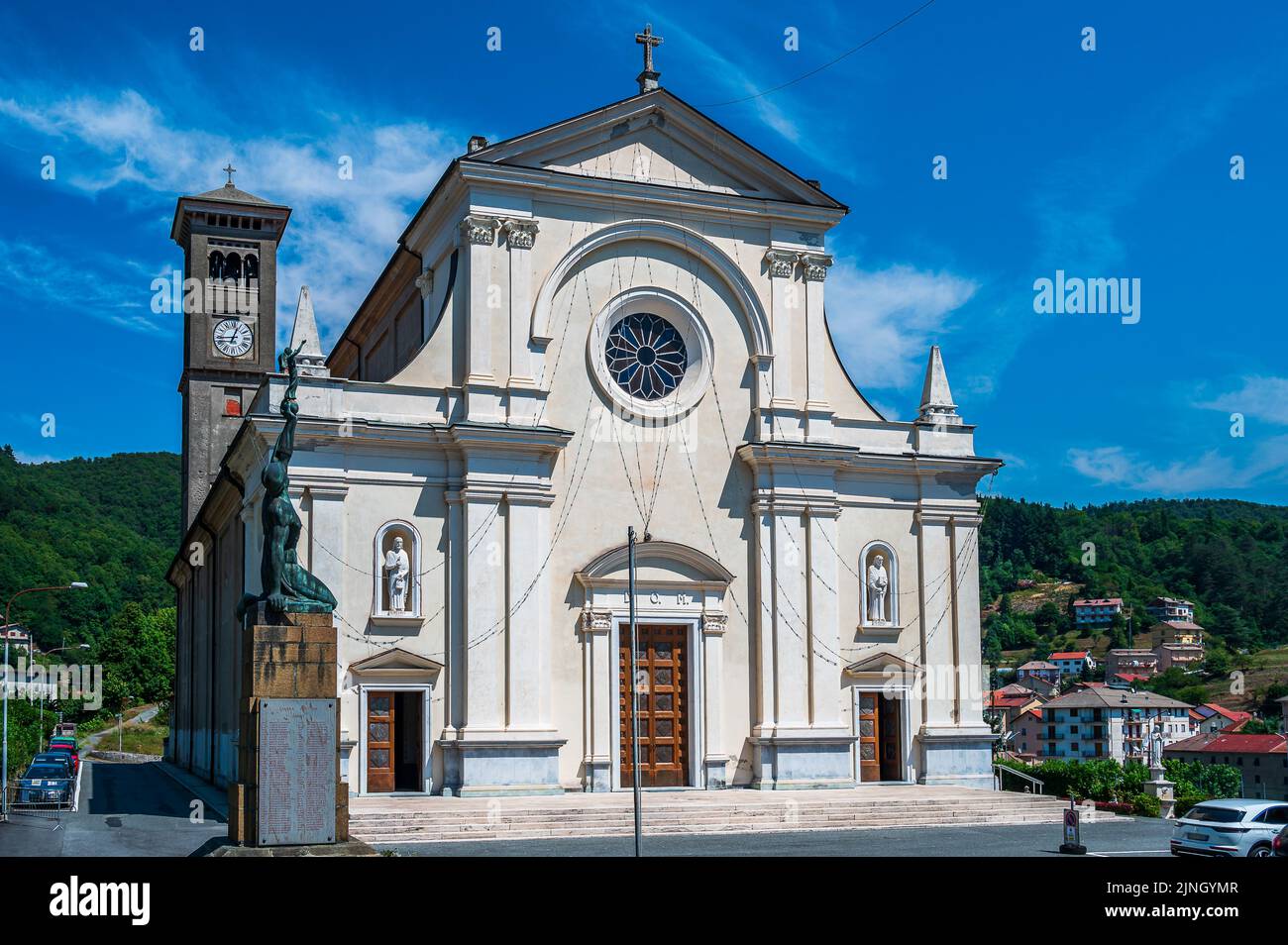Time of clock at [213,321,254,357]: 12:44
